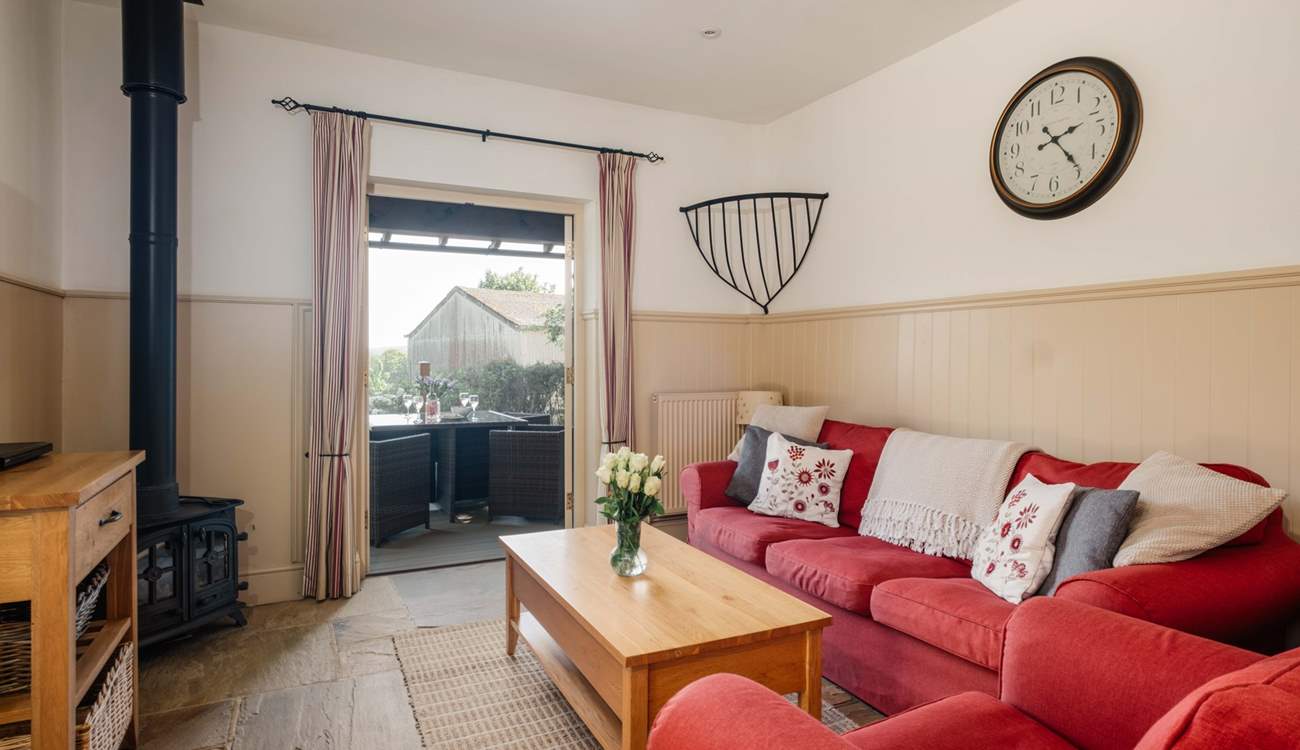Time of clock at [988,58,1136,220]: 2:23
